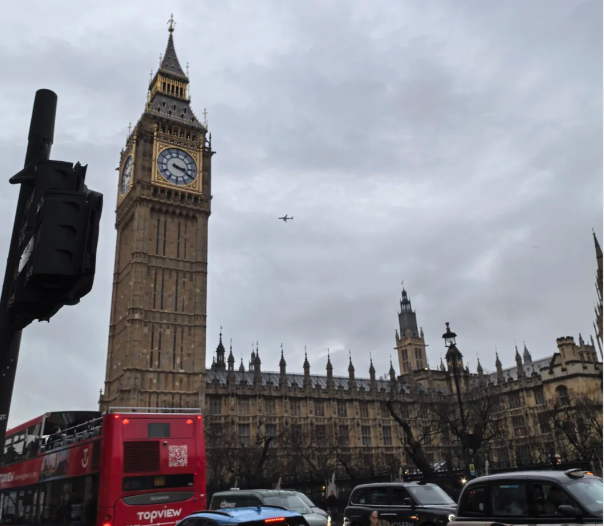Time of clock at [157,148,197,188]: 3:20
